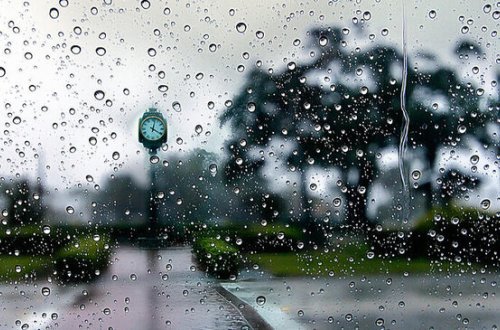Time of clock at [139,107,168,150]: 4:02
